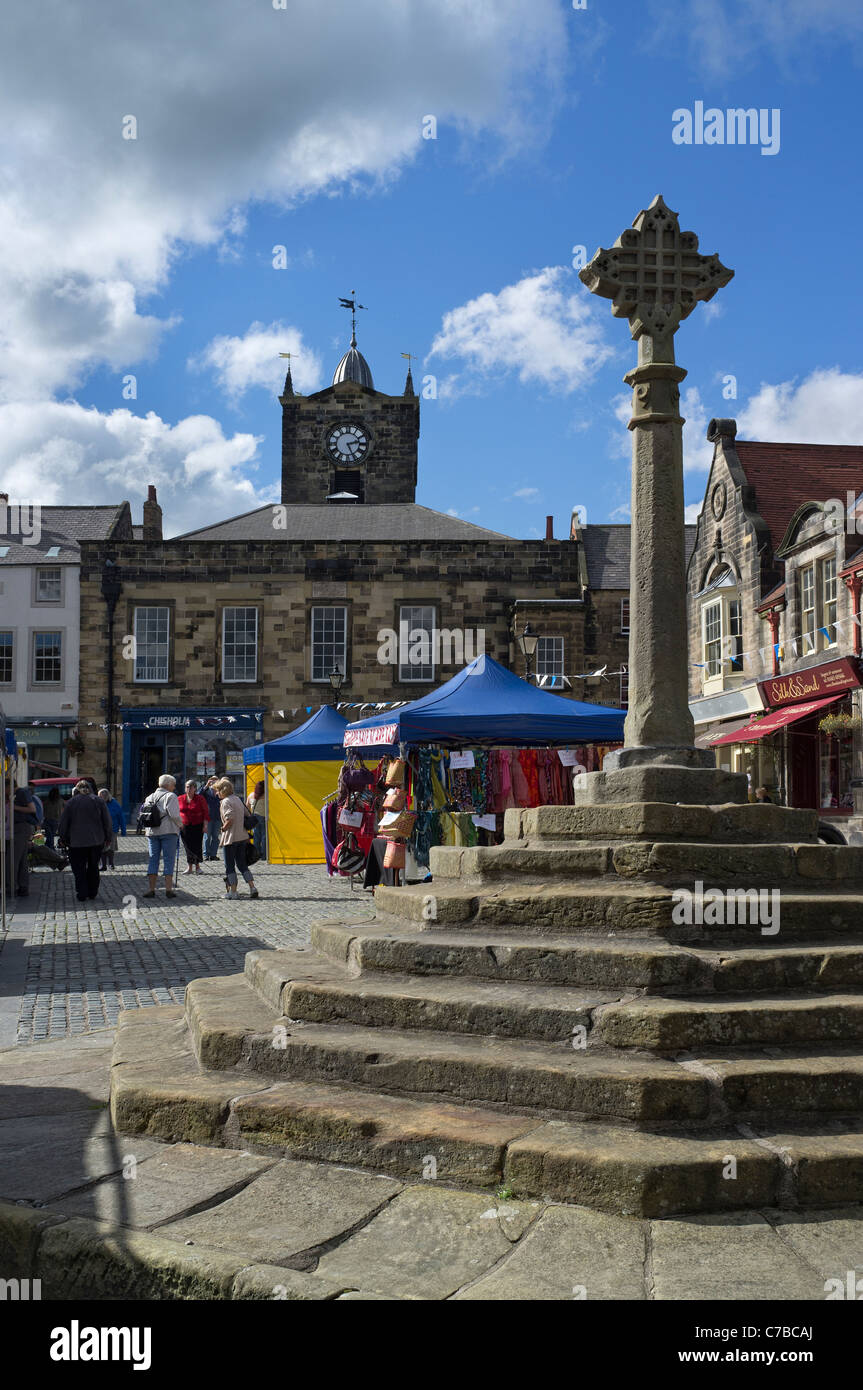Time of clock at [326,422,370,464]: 2:25
